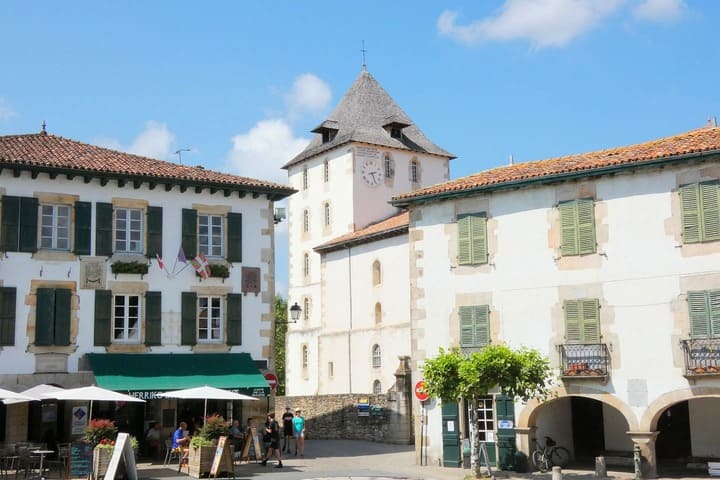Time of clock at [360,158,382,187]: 2:26
